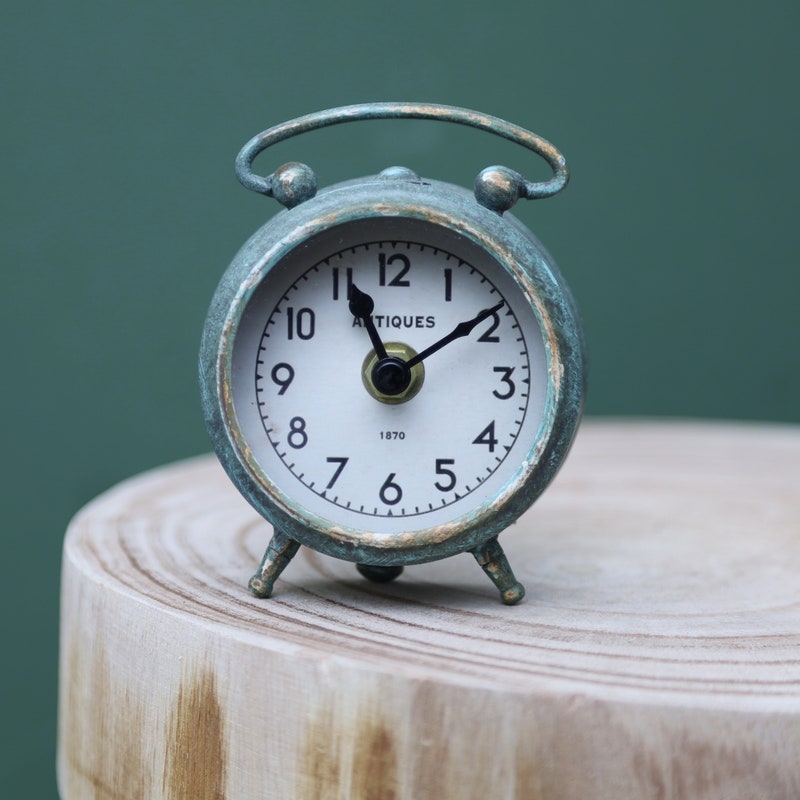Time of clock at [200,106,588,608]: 11:09
